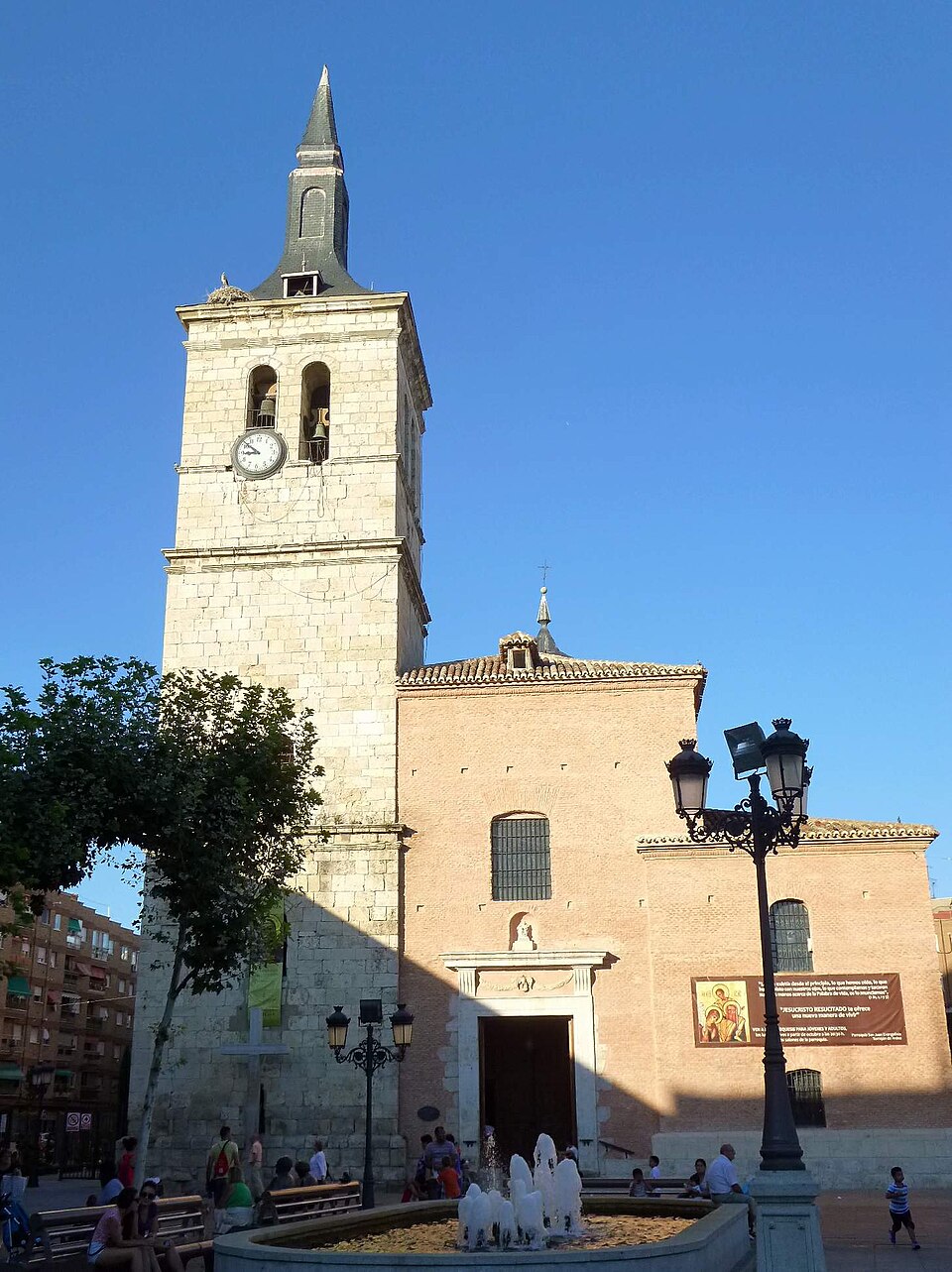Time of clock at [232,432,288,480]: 8:52
